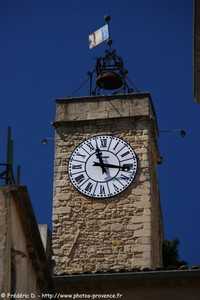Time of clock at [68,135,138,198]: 11:16
